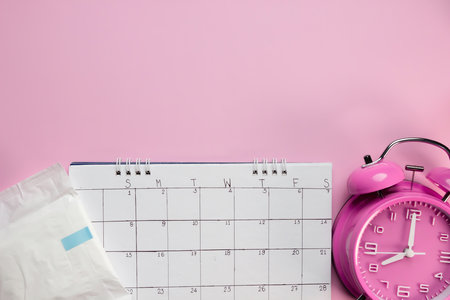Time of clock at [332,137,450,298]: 8:00
